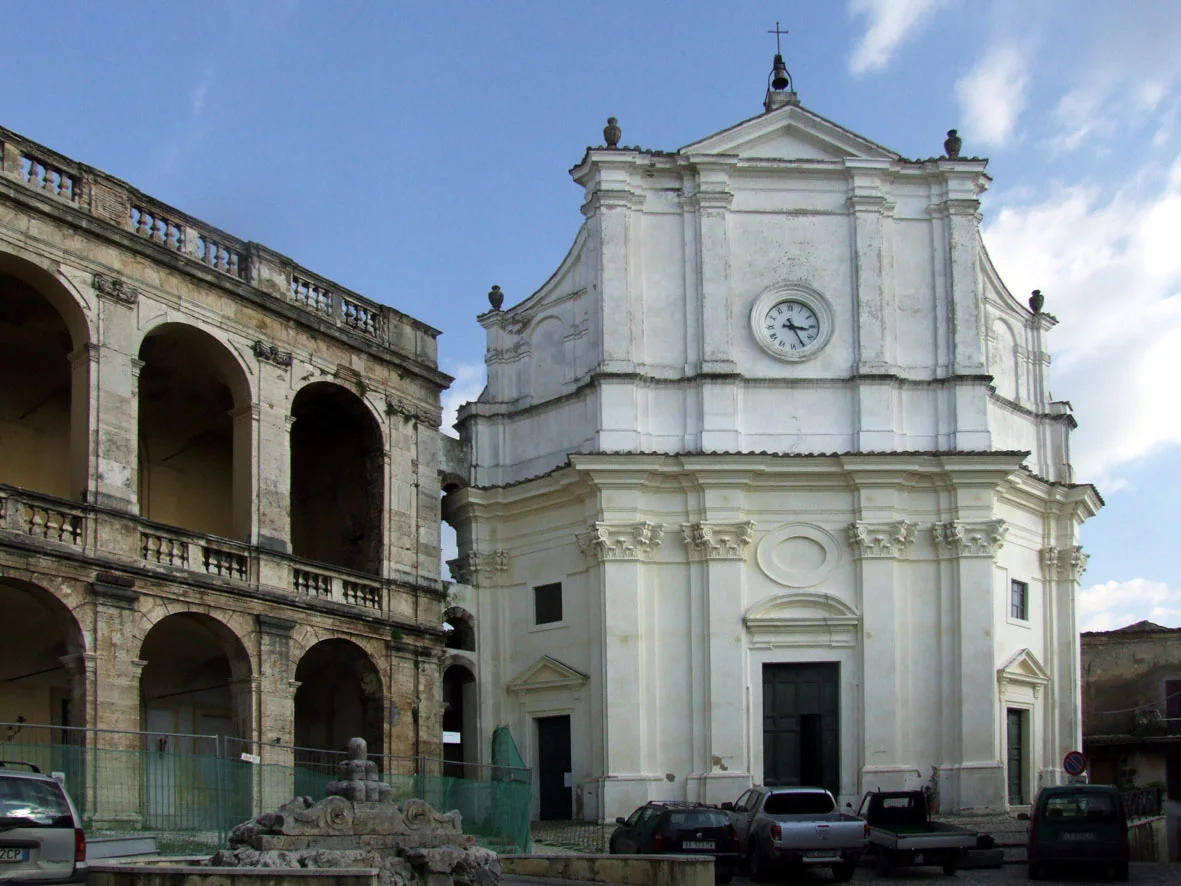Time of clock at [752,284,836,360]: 3:25
